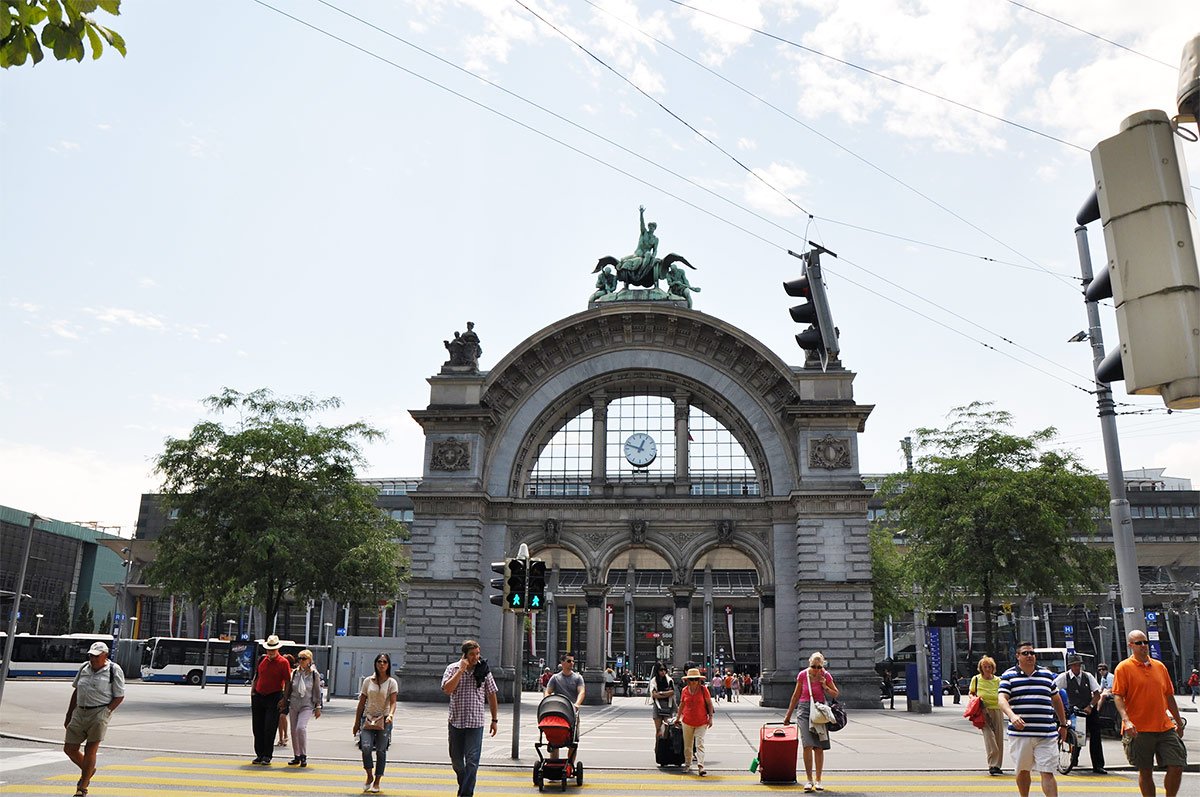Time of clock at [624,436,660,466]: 12:48
